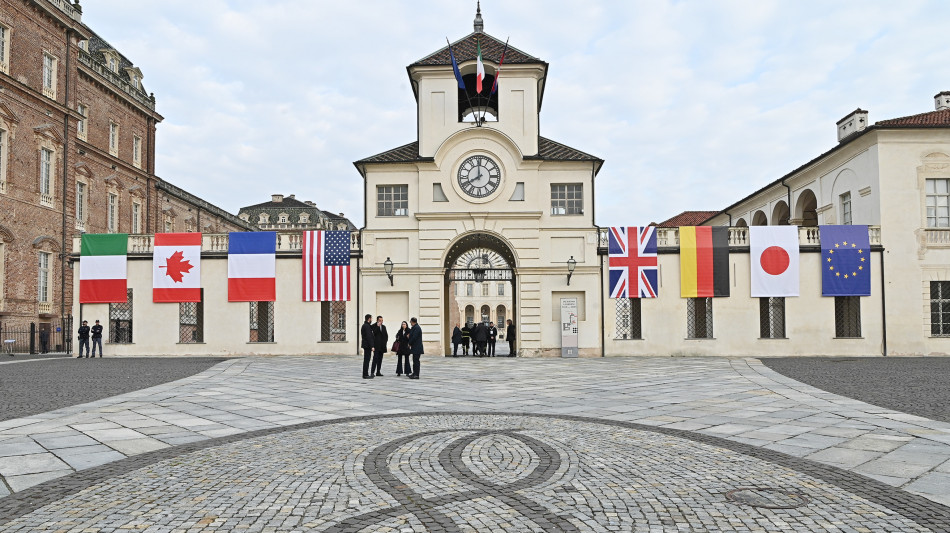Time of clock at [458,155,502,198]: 7:59
